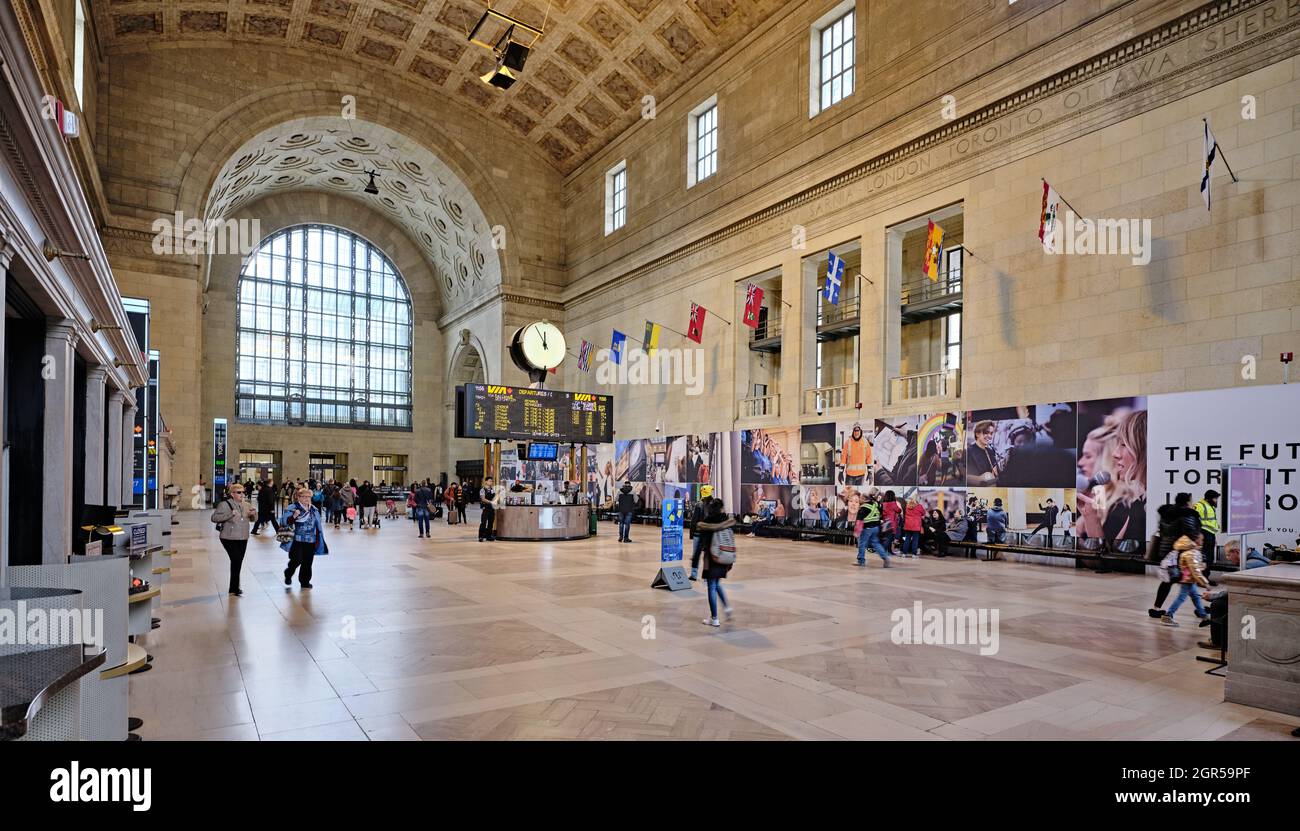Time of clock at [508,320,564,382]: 11:55
